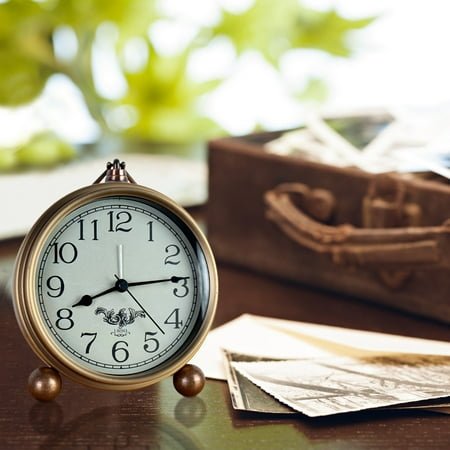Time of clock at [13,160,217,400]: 8:14
